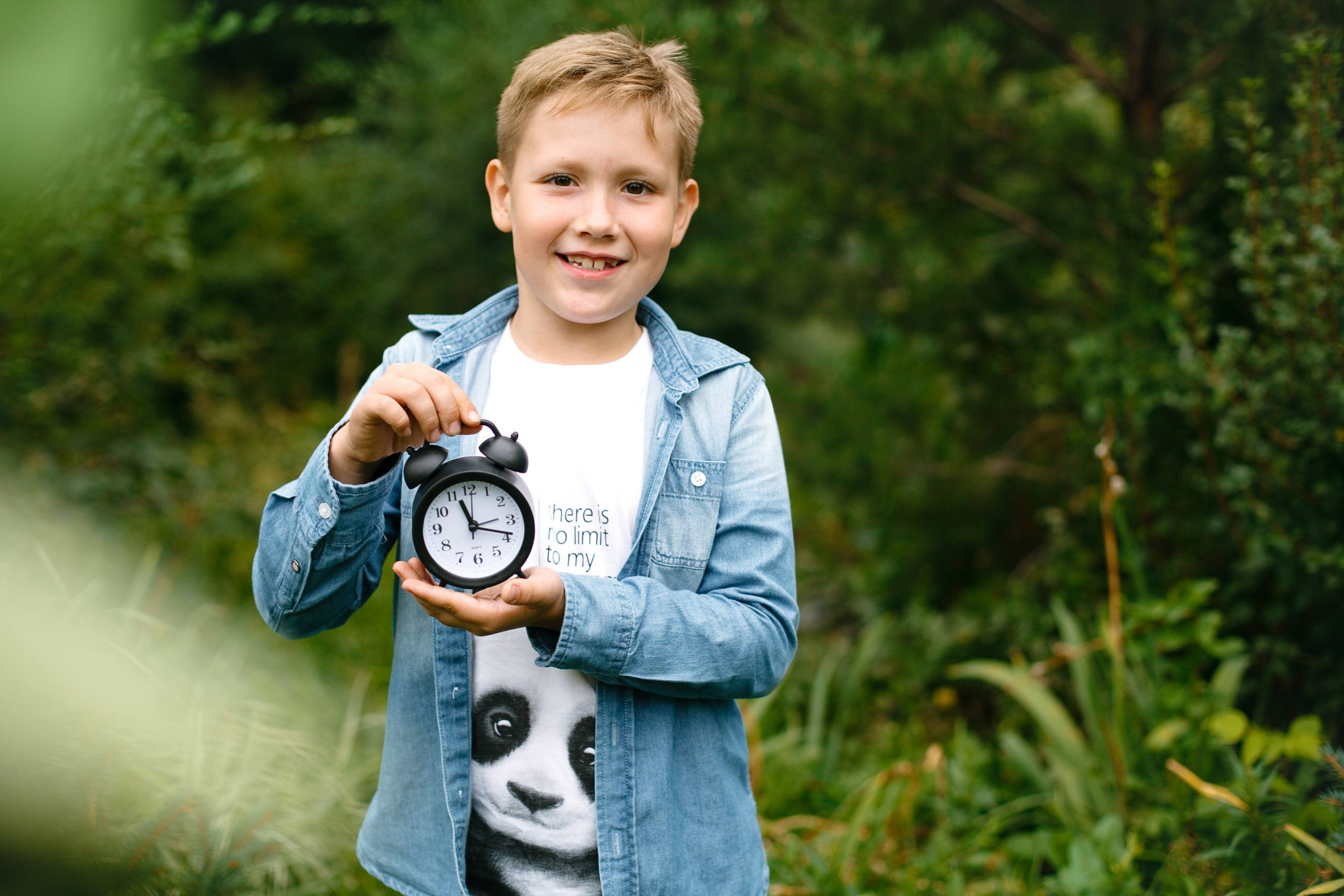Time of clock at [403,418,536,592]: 11:18
